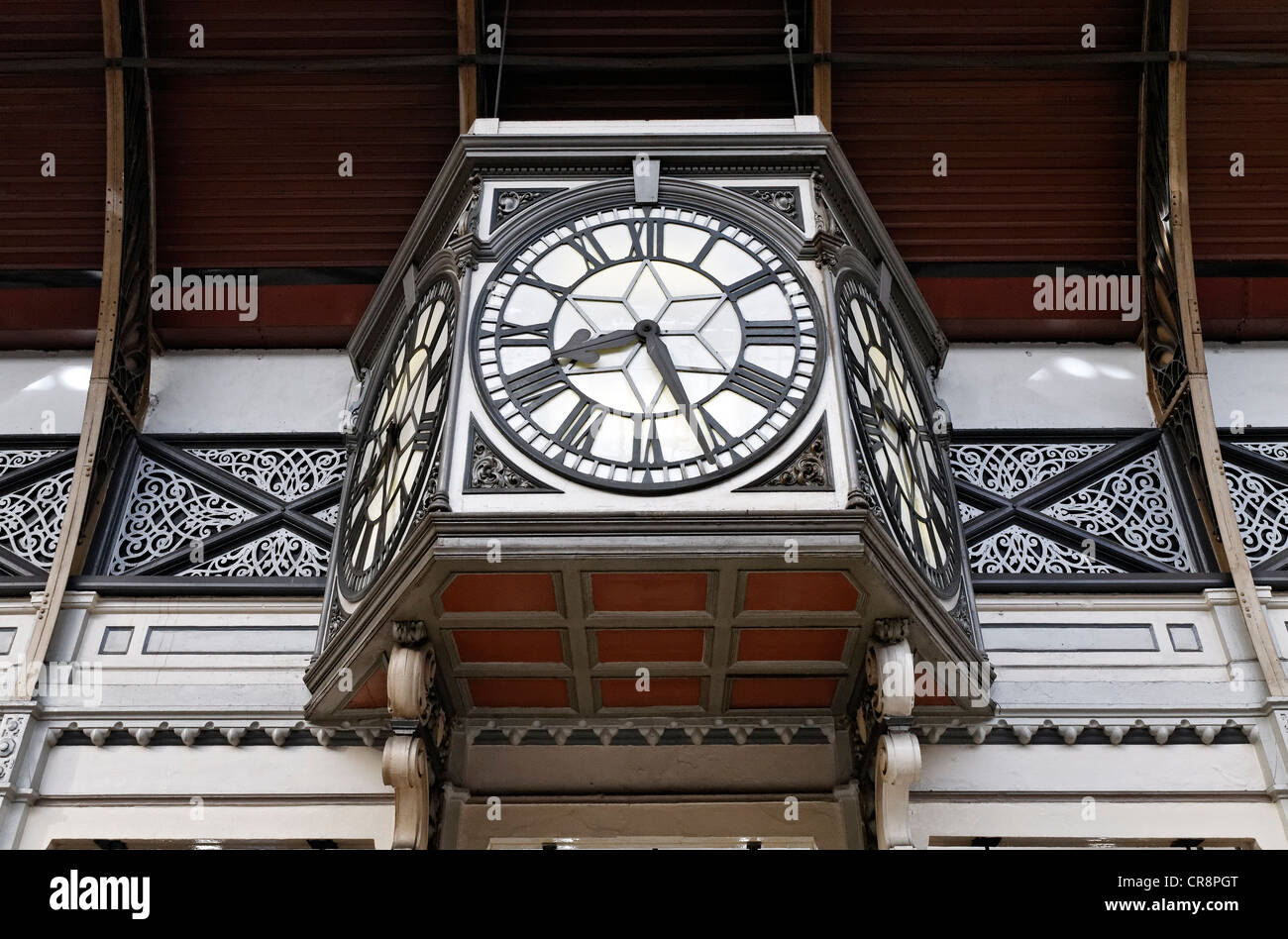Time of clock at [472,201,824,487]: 8:25
